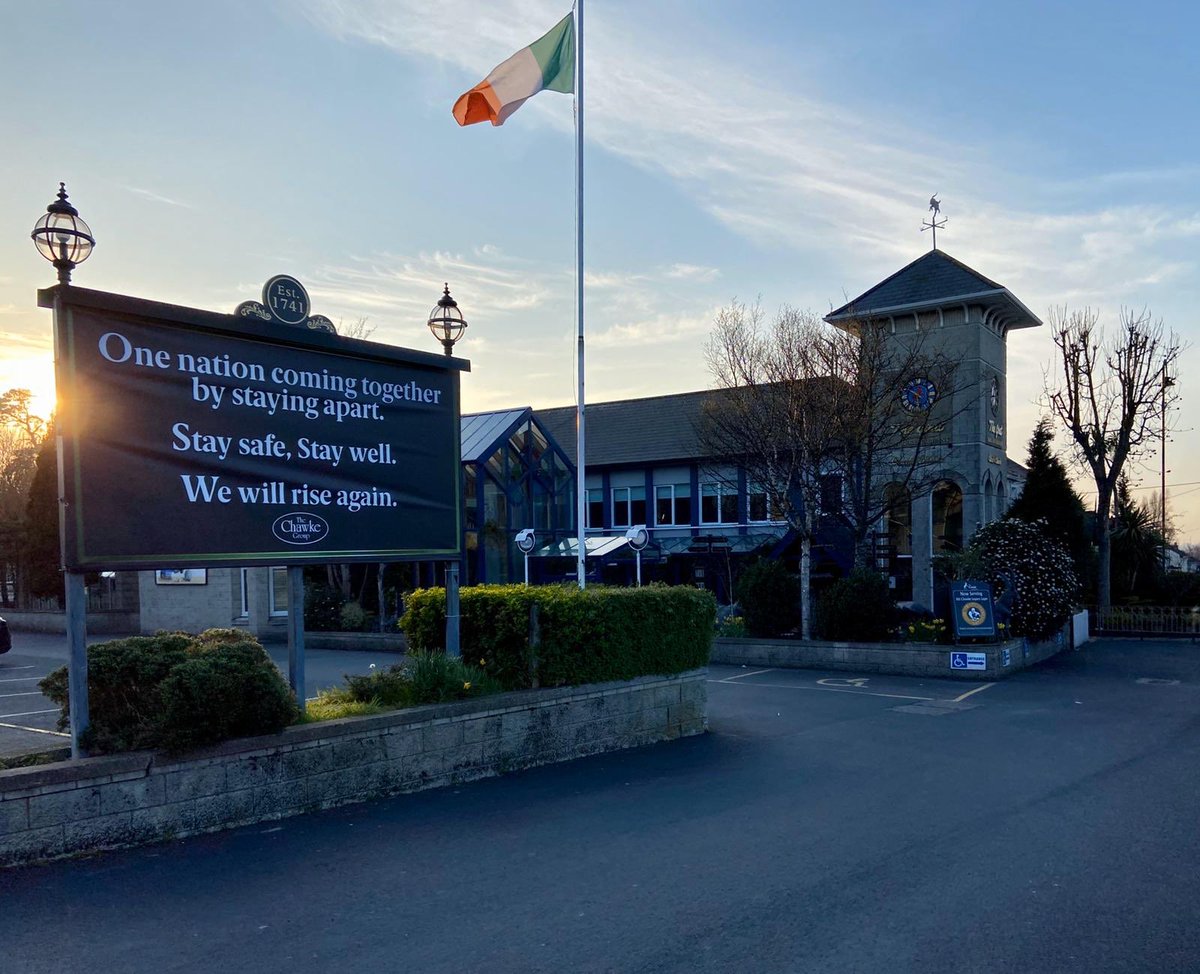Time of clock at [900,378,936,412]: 5:49
